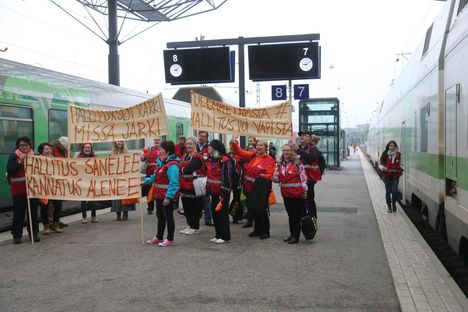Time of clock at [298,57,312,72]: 9:09
